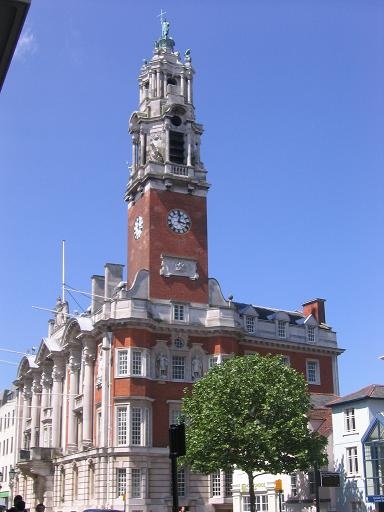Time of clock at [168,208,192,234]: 12:16
